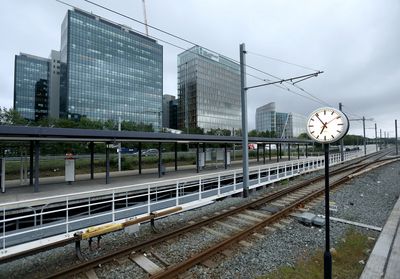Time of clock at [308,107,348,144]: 6:54
